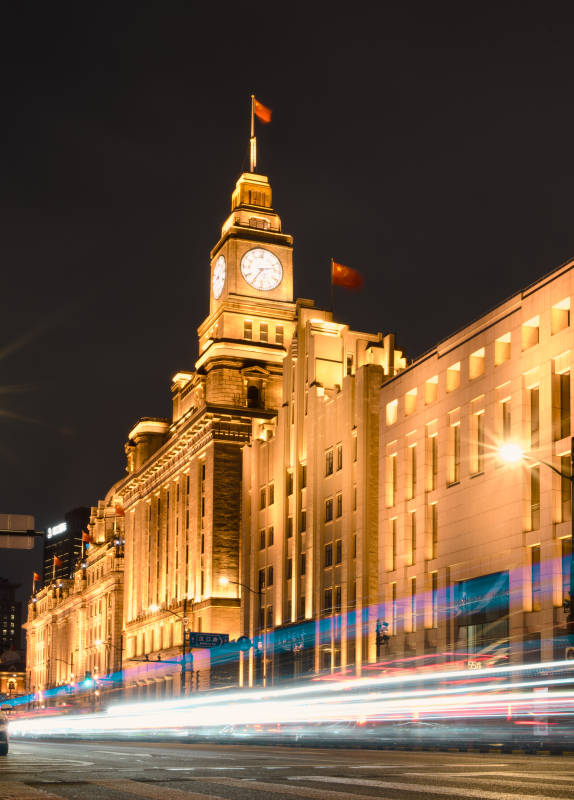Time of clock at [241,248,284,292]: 7:12
